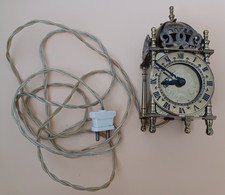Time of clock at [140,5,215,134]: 8:50
